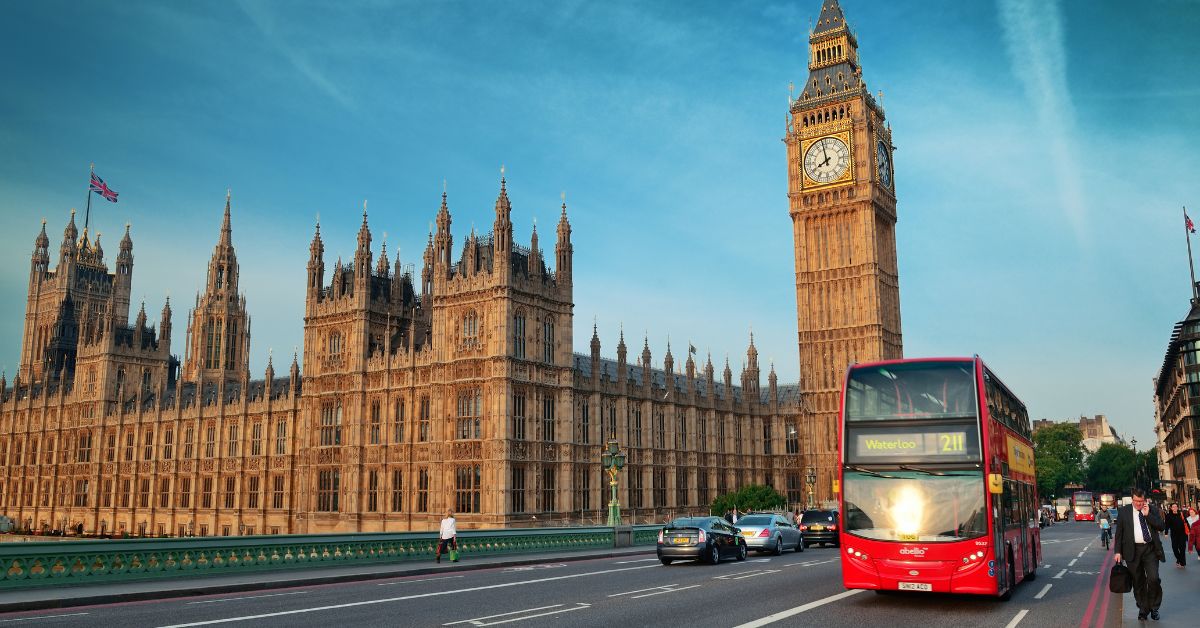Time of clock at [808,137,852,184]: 7:58
